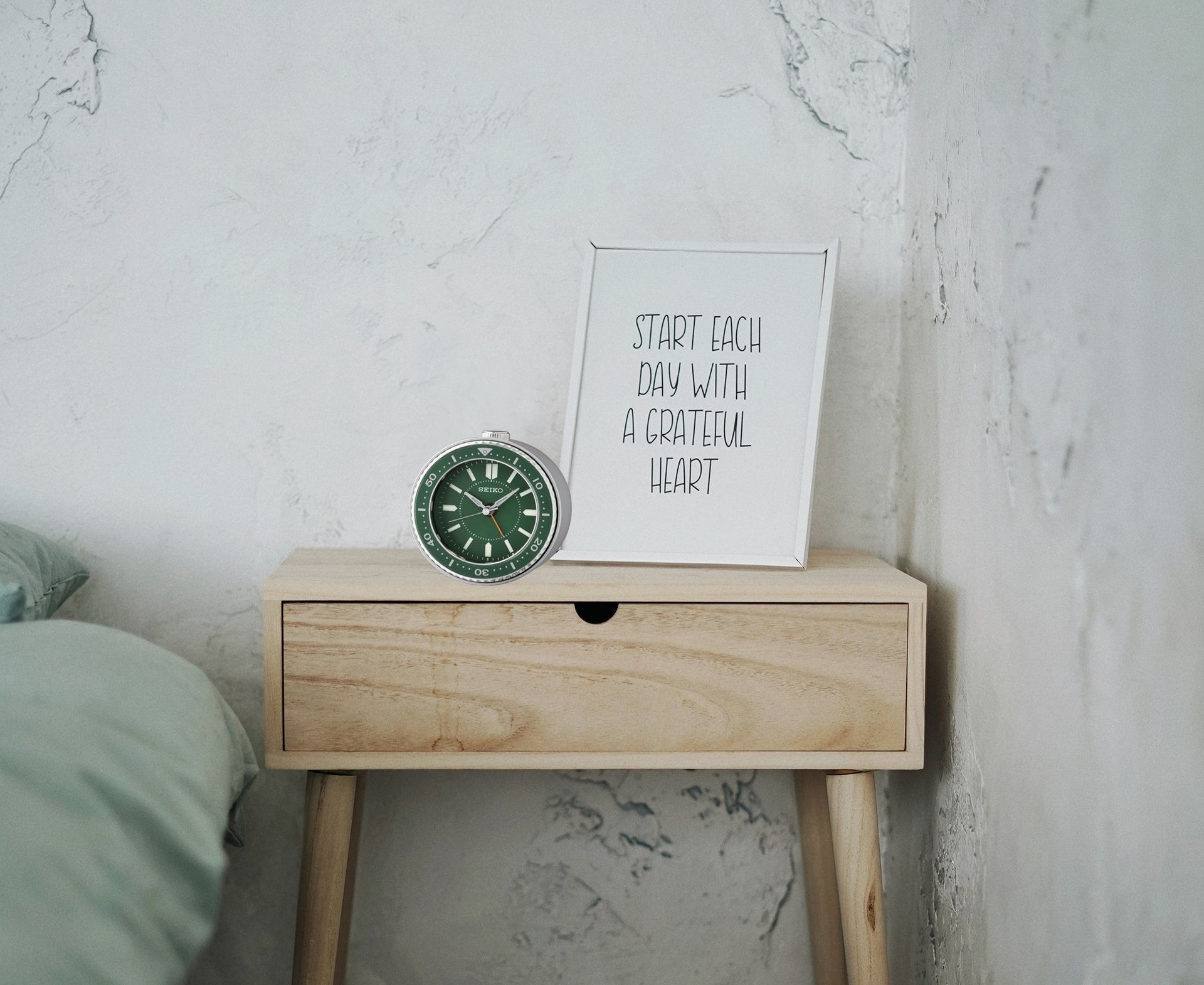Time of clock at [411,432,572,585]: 10:08
